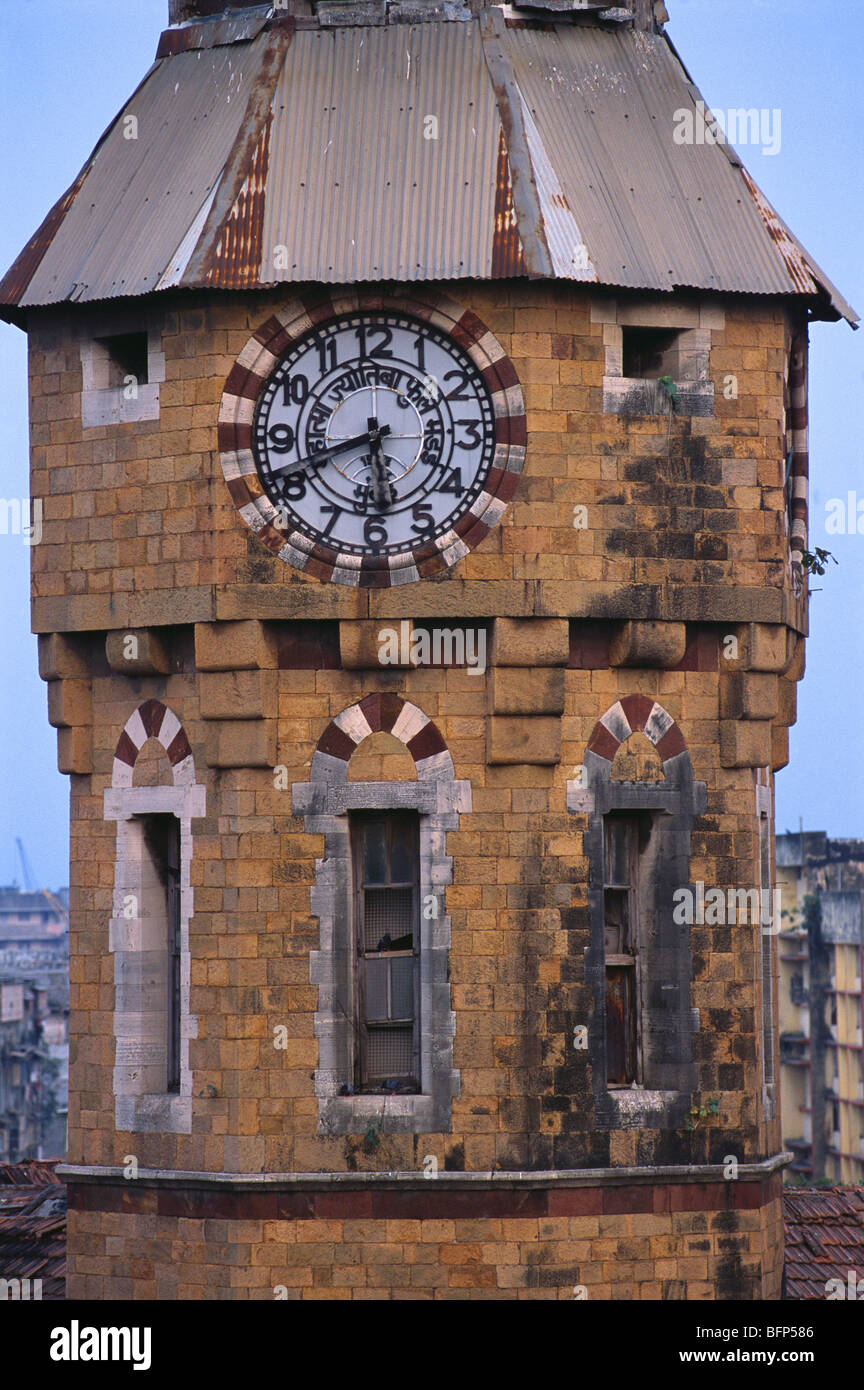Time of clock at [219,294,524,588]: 5:41
